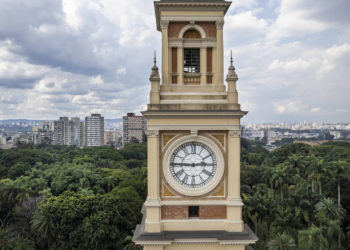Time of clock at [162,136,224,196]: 2:45
